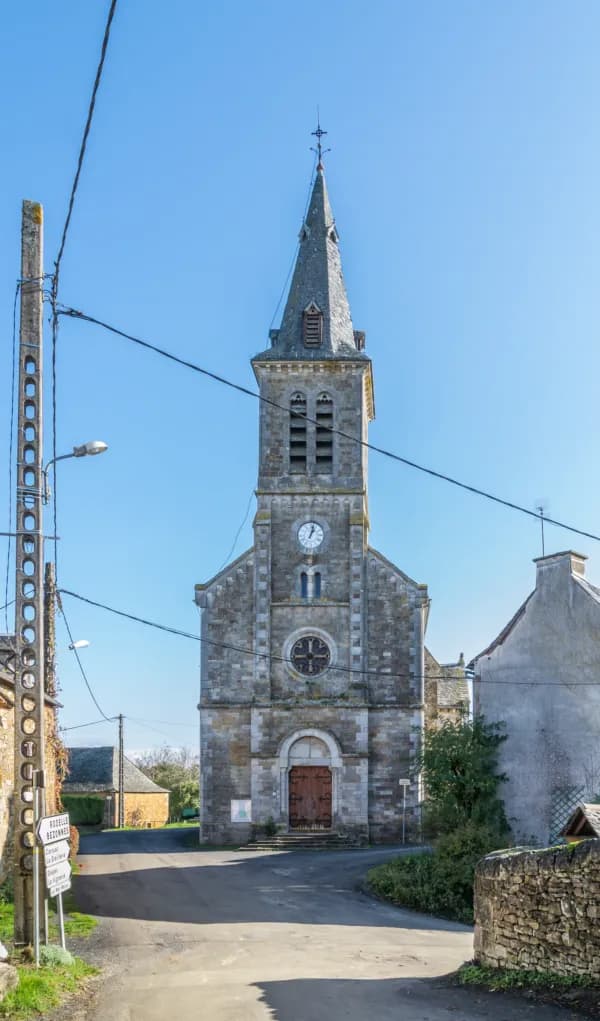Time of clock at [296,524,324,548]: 1:02
